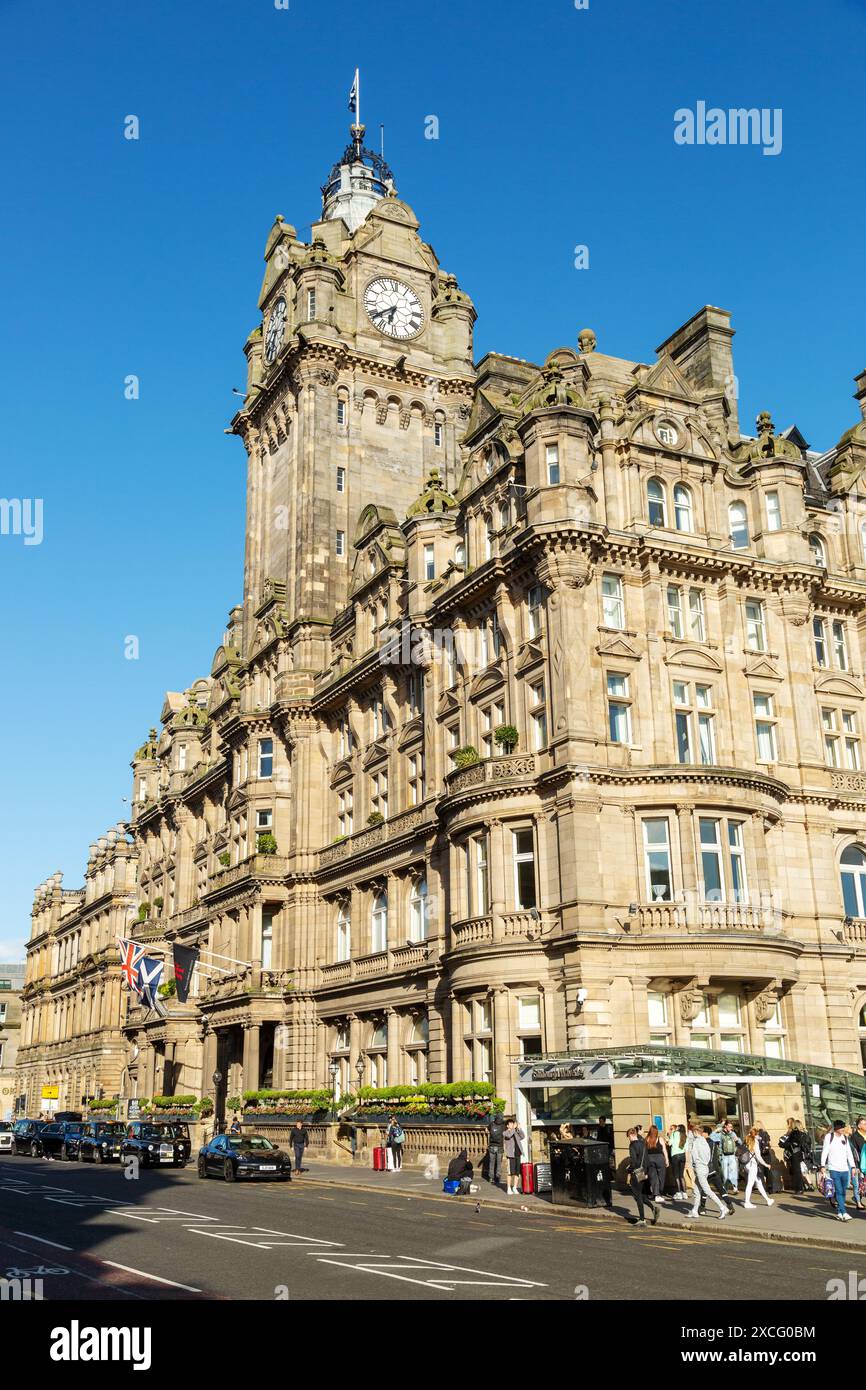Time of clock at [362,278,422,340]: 6:38
